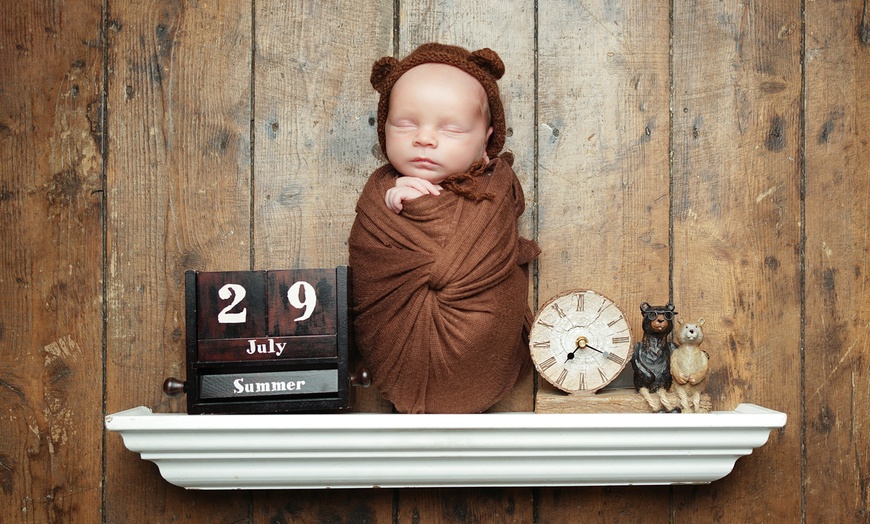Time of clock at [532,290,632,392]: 7:19
